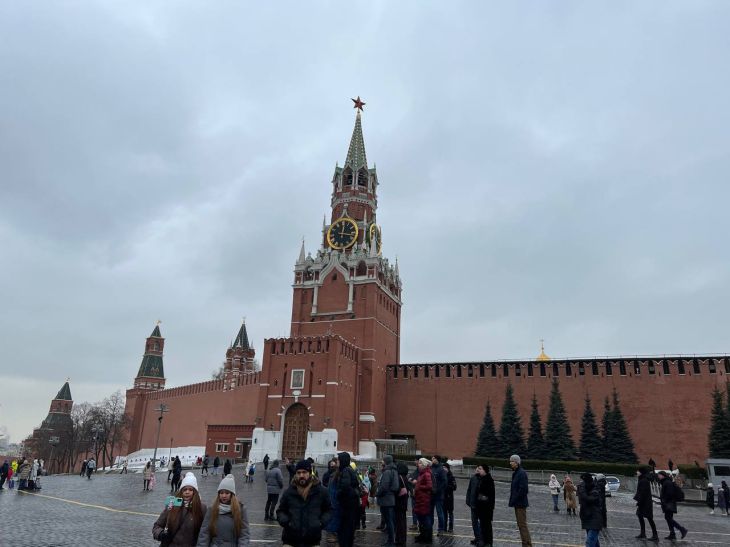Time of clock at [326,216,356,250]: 12:16
